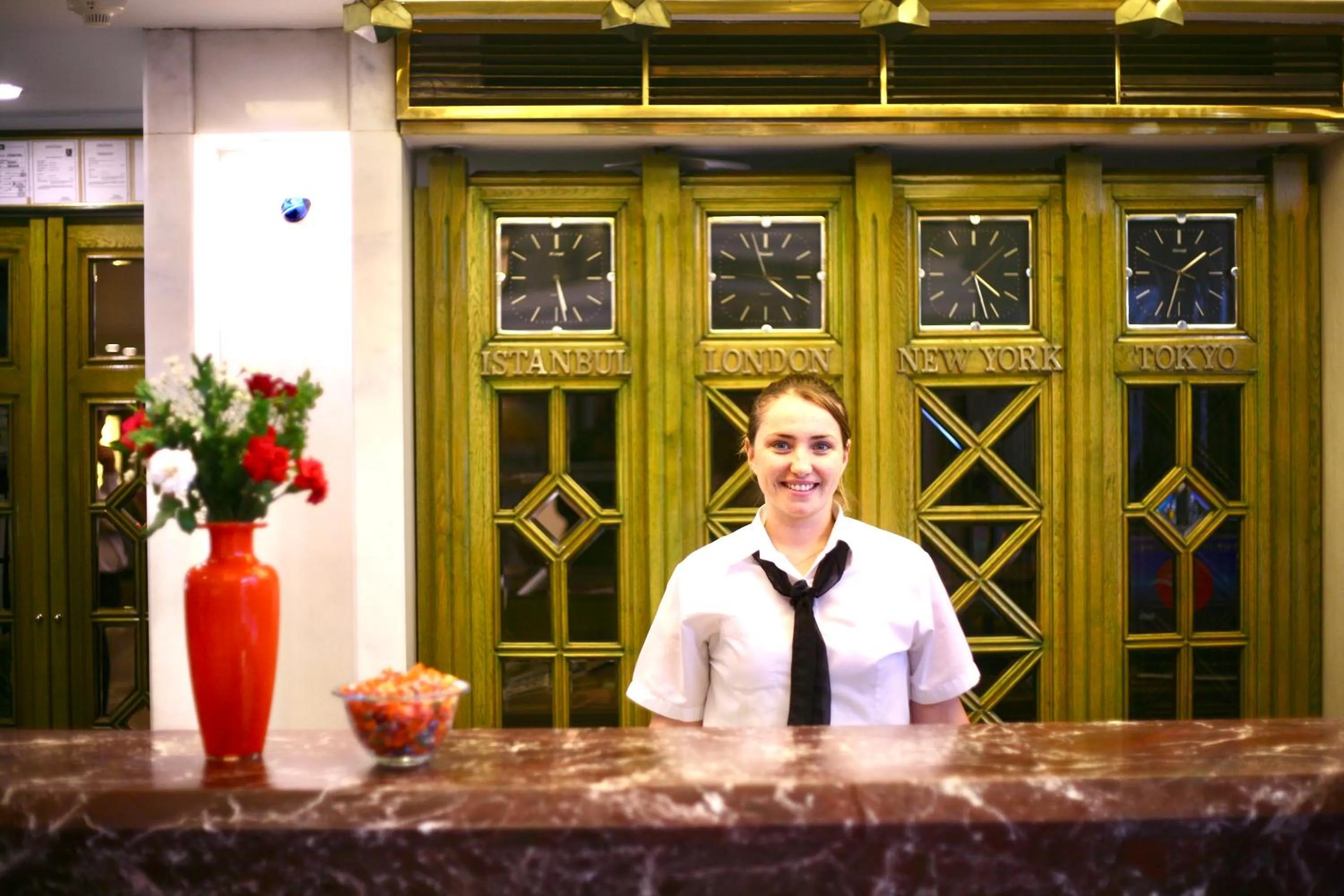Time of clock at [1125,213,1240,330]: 1:48
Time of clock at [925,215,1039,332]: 4:27
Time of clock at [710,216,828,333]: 4:20
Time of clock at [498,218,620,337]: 5:28
